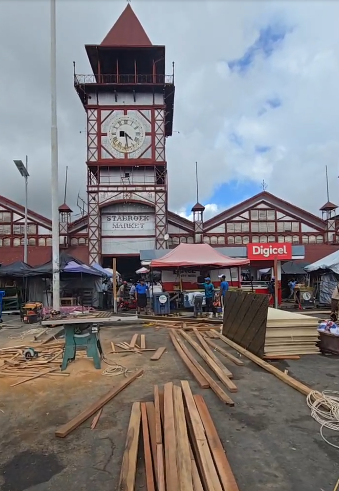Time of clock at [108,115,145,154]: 4:28
